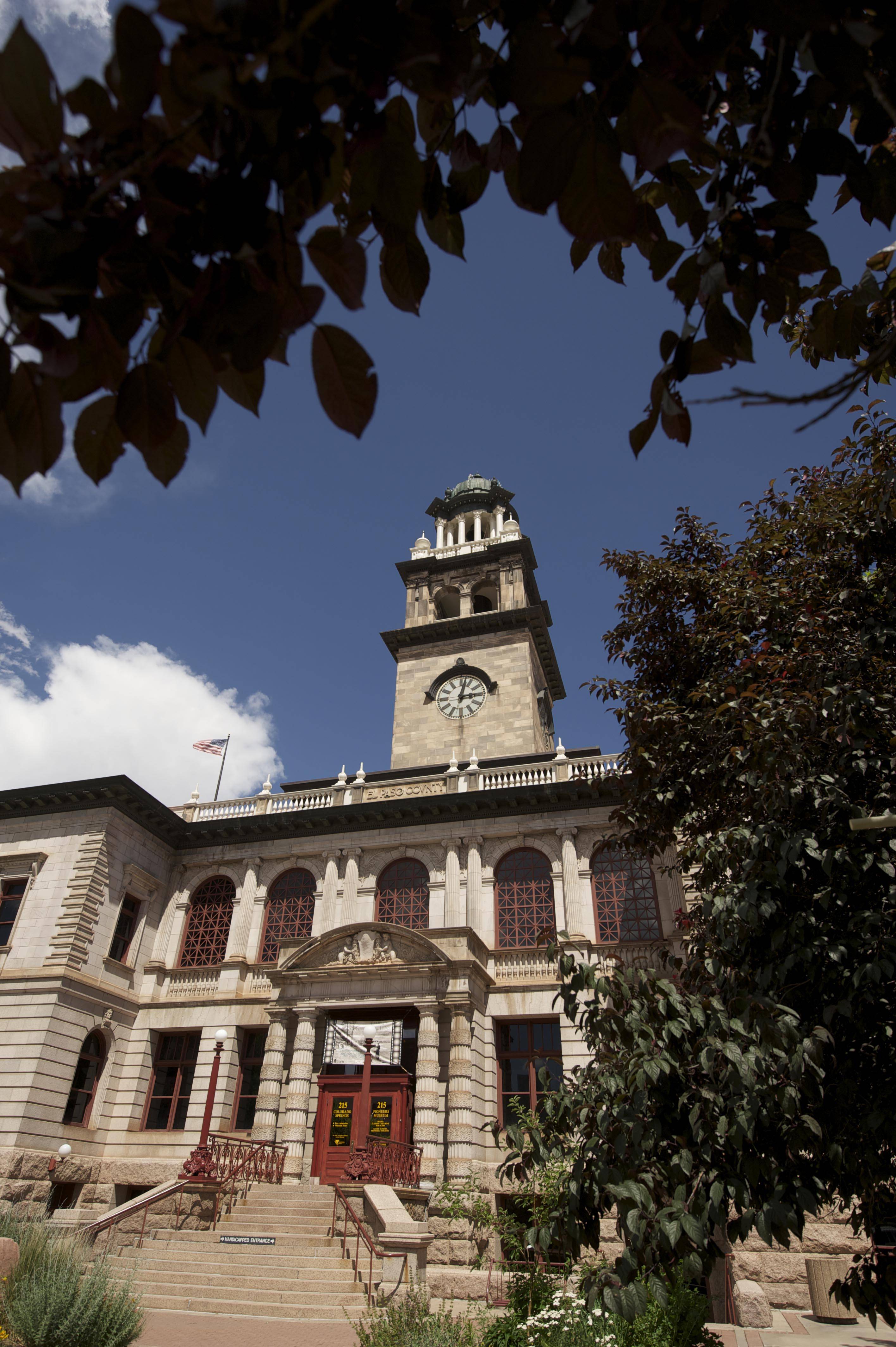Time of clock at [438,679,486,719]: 3:02
